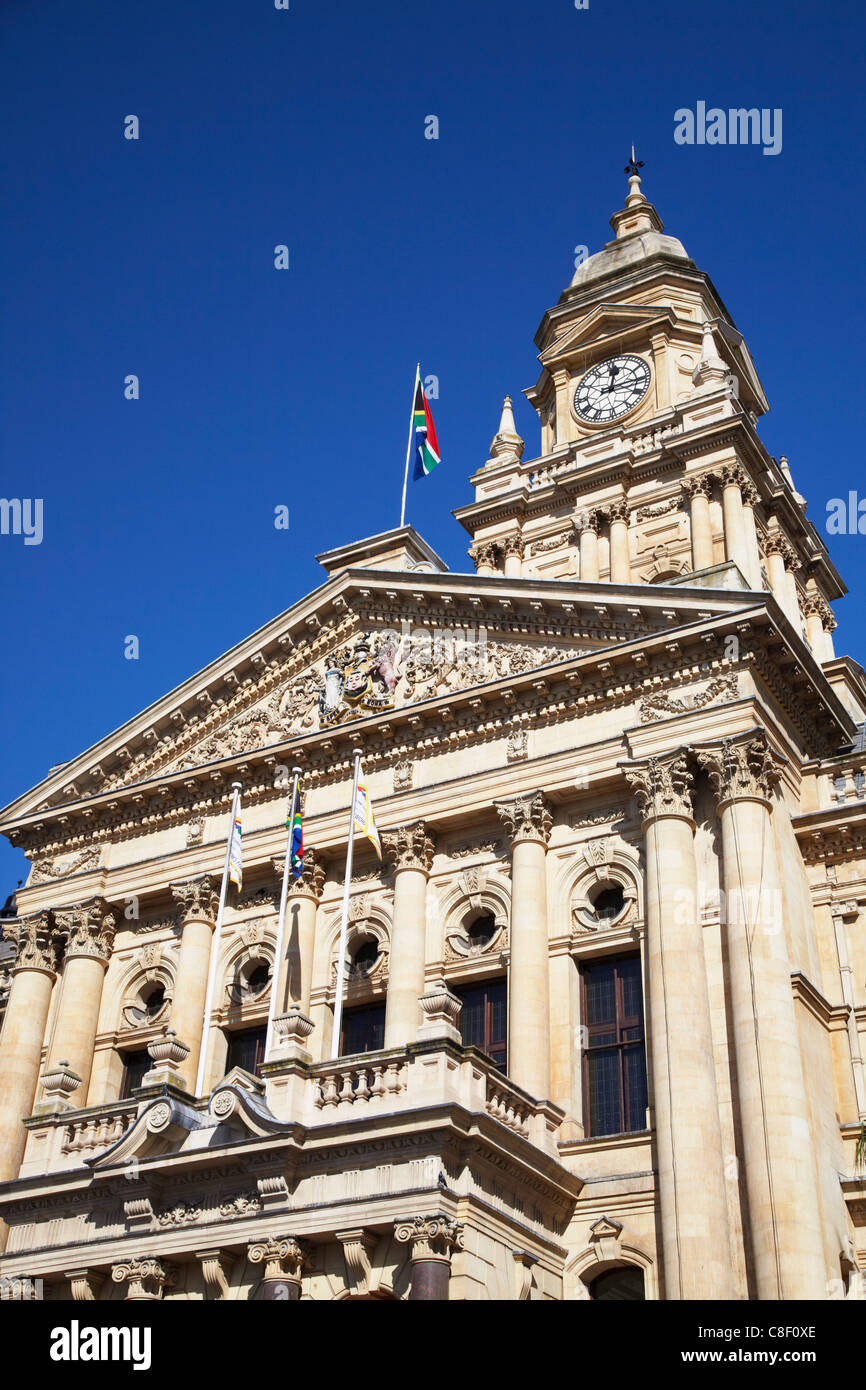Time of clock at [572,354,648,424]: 12:14
